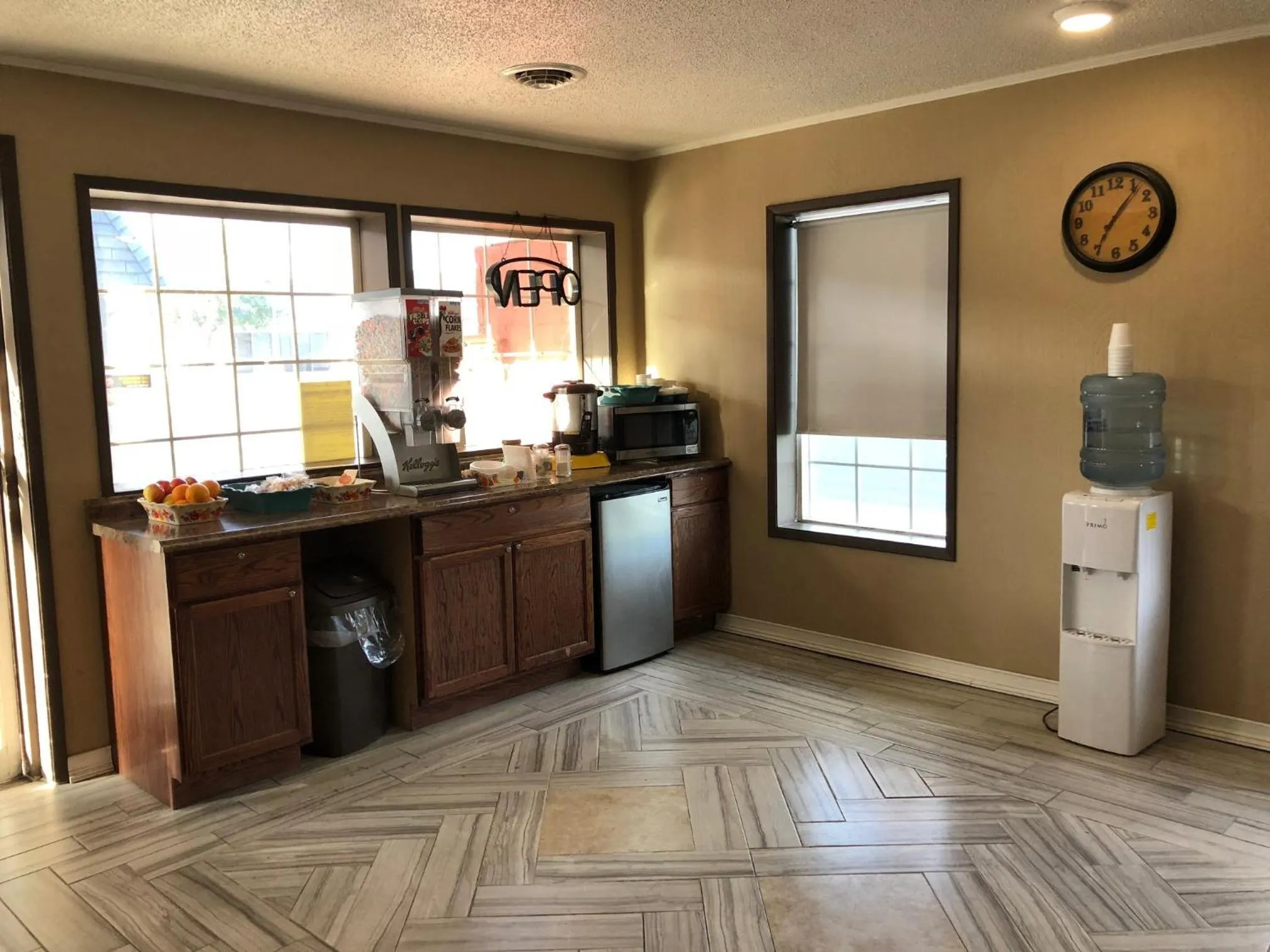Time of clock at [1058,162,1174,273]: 7:06
